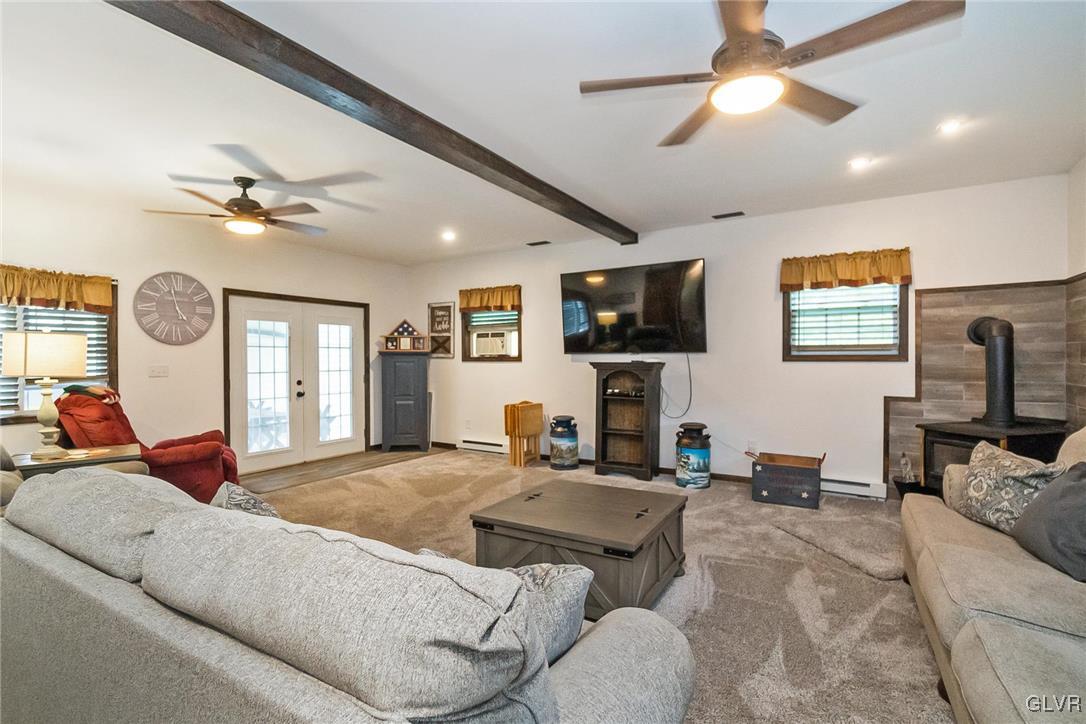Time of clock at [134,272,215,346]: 4:57
